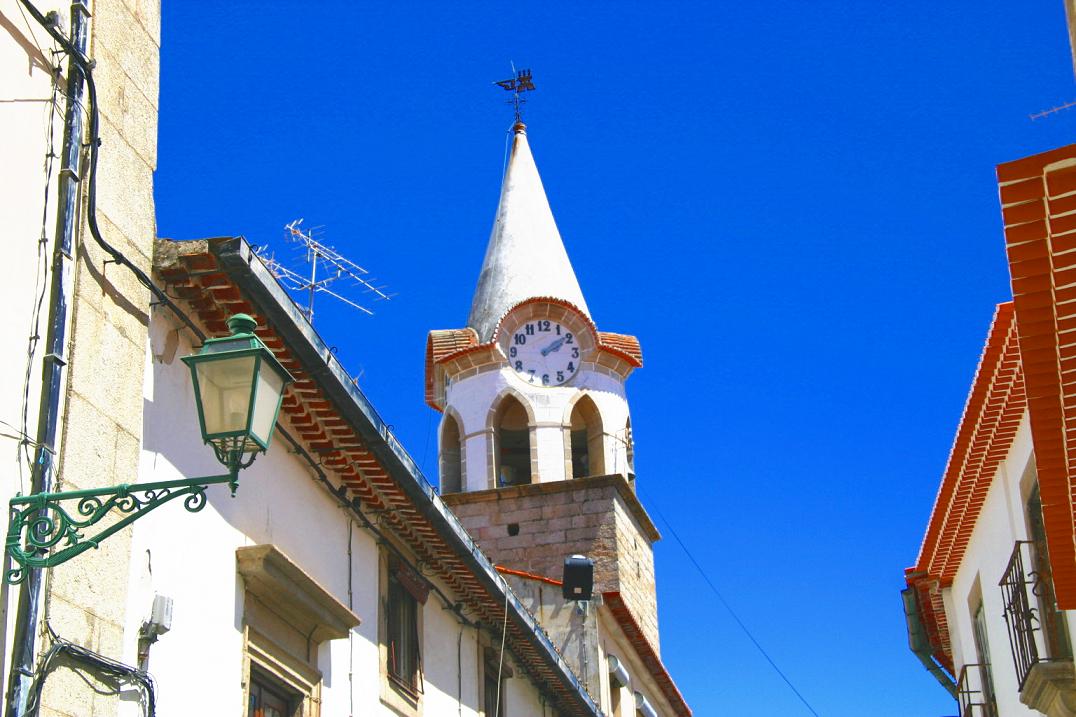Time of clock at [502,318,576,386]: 2:09
